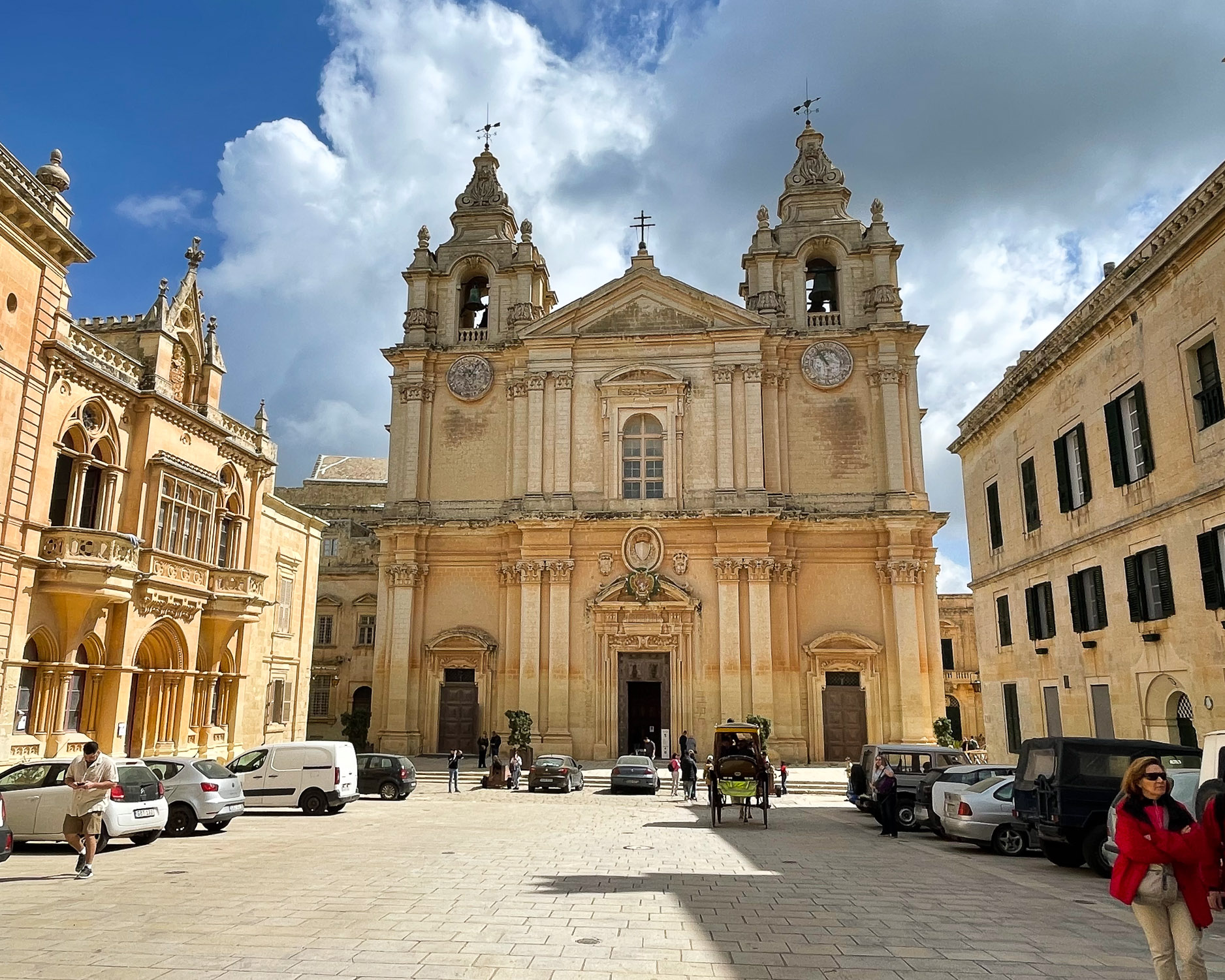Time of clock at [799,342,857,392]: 10:55
